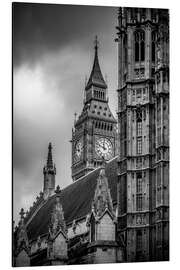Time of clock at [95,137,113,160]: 11:48
